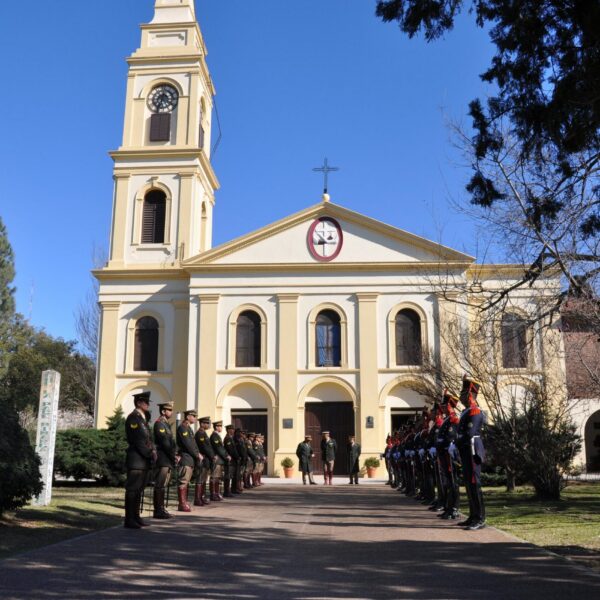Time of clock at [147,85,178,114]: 12:33
